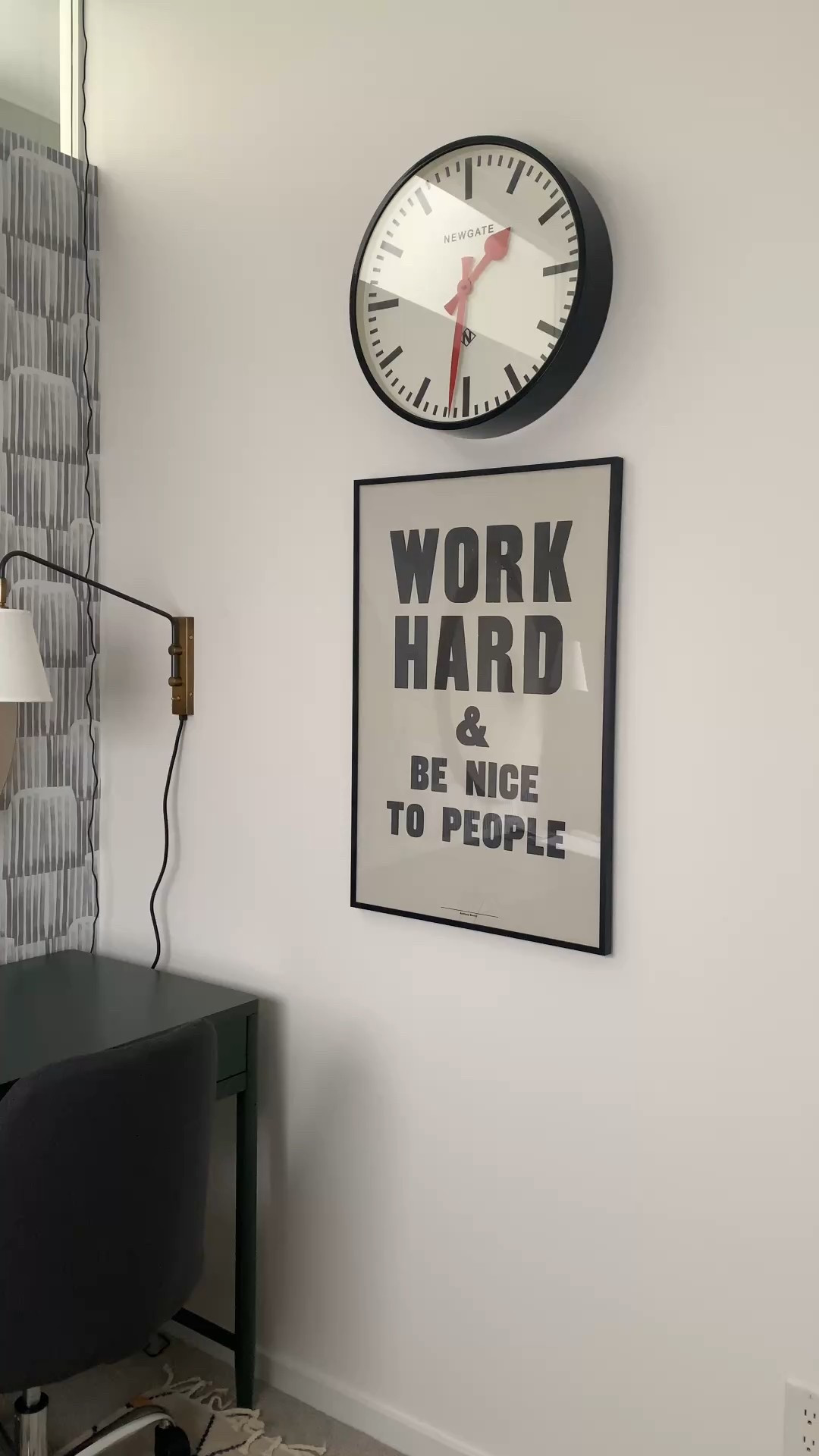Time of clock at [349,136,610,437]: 1:31
